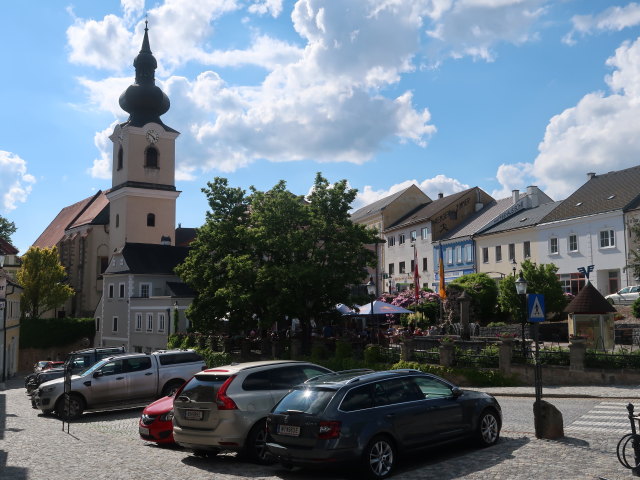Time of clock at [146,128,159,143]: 4:50
